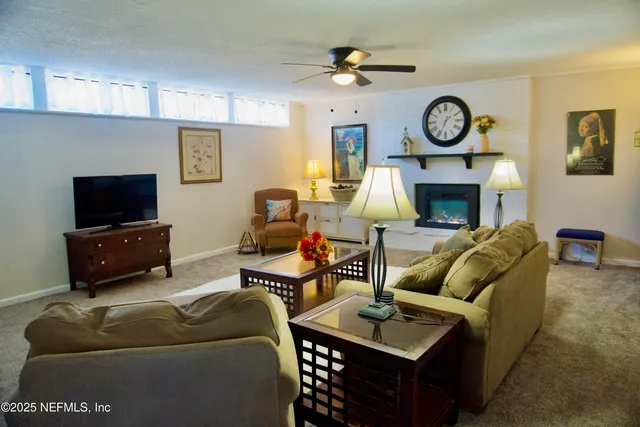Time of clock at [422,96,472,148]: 1:34
